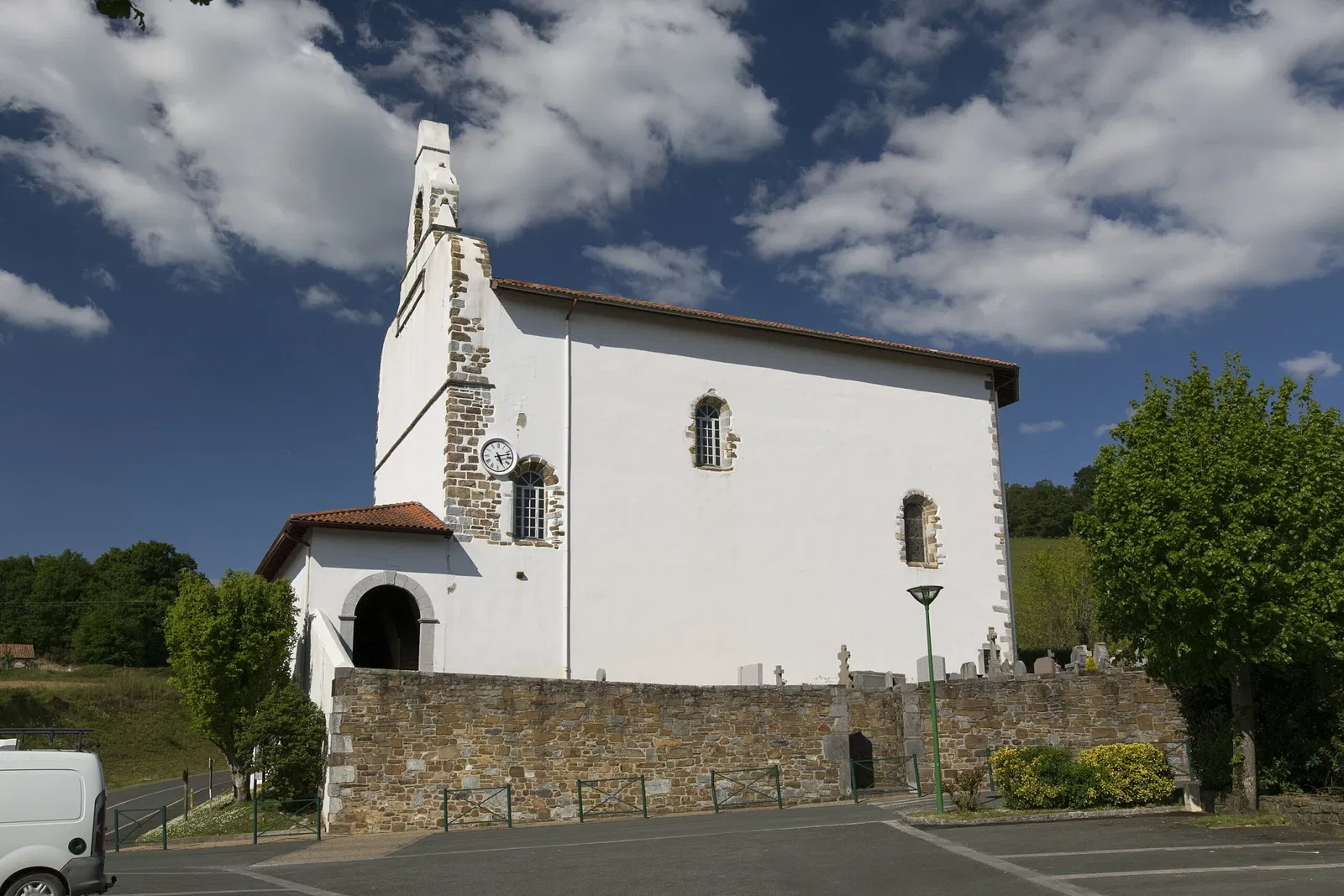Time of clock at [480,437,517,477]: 5:12
